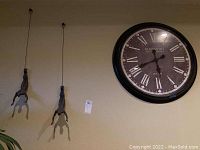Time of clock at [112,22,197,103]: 5:41
